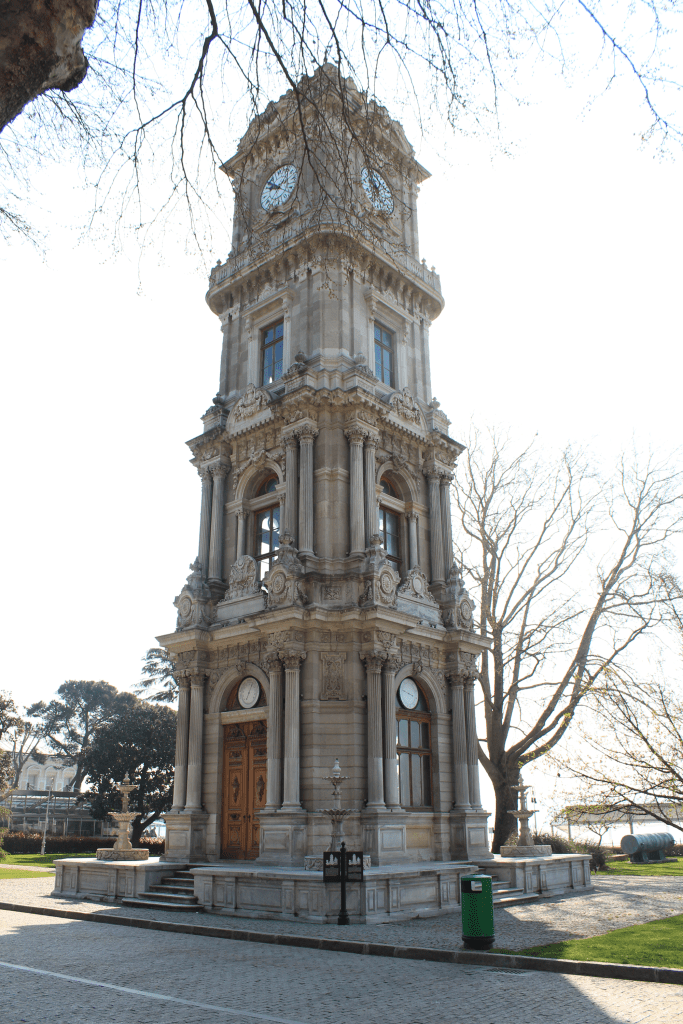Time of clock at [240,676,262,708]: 7:04
